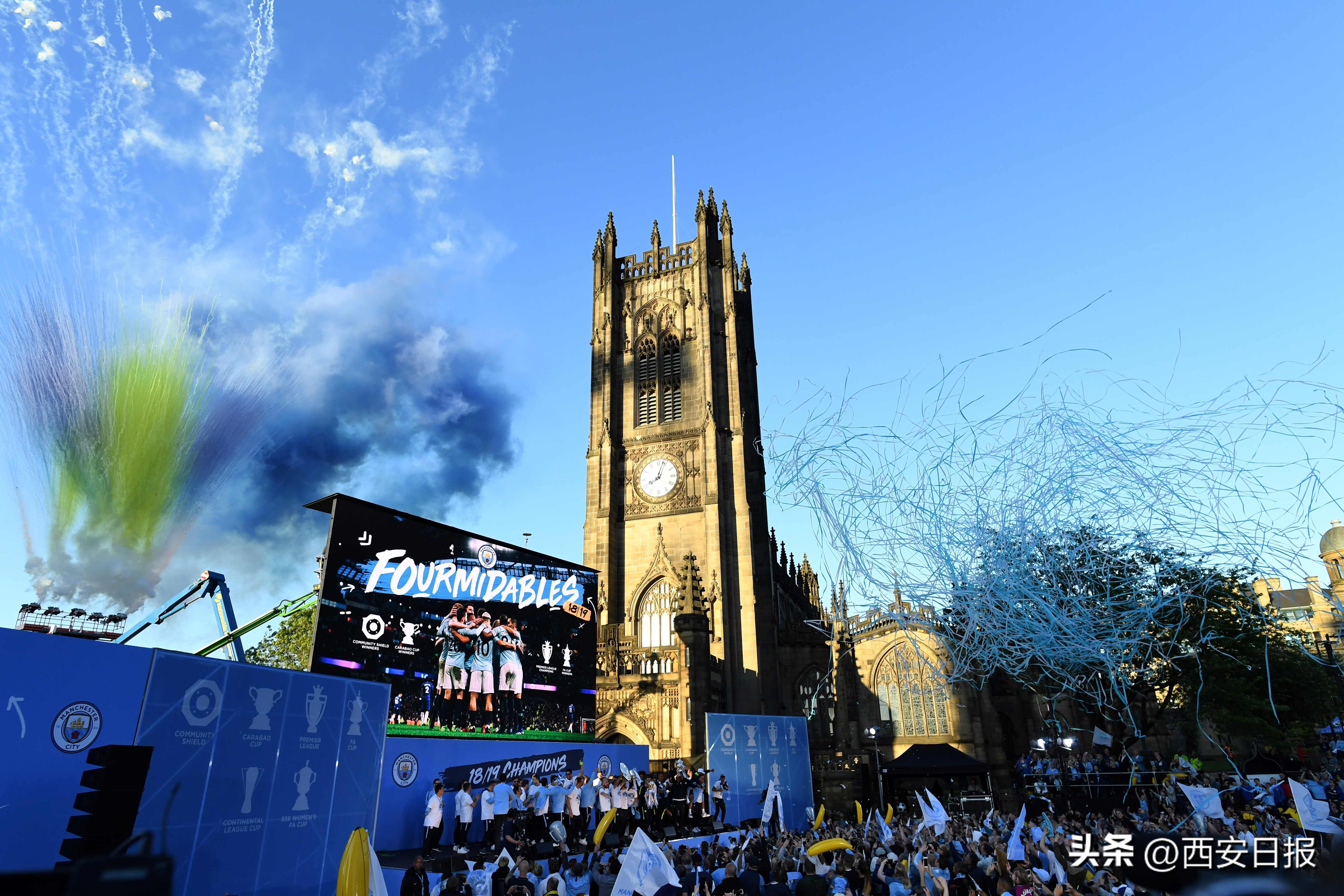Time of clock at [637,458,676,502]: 8:03
